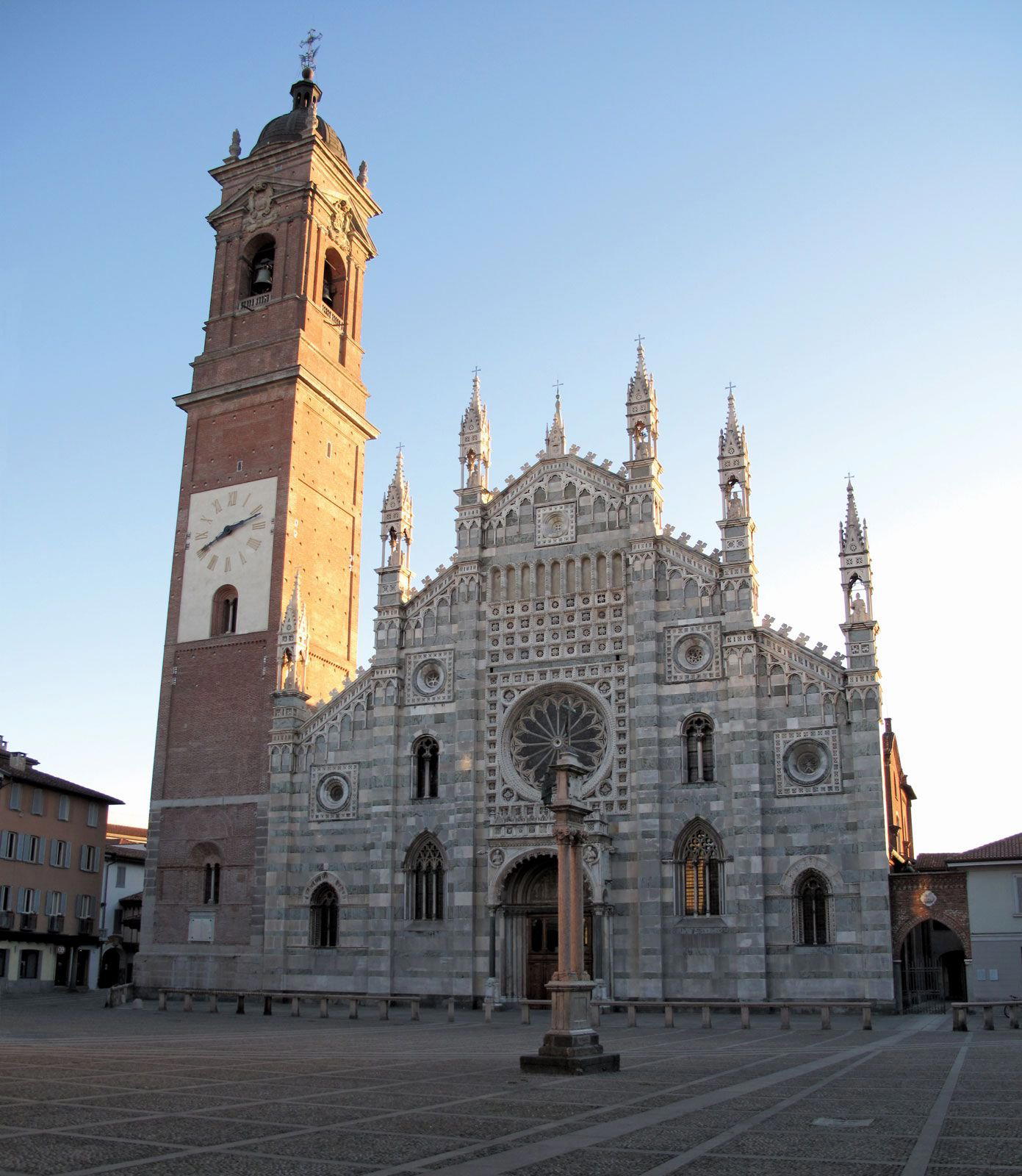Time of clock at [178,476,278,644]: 8:12
